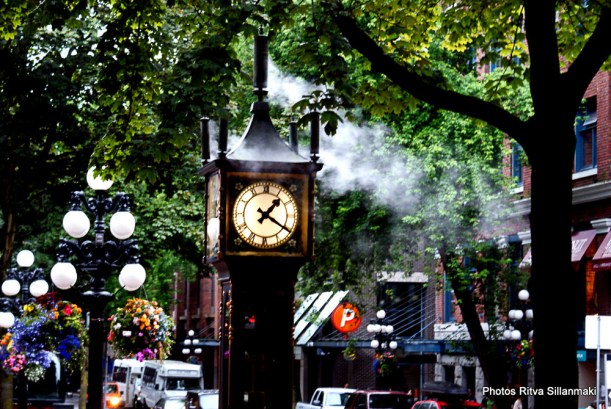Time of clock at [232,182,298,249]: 1:20
